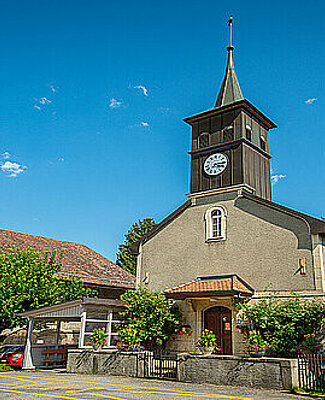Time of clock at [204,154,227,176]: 7:16
